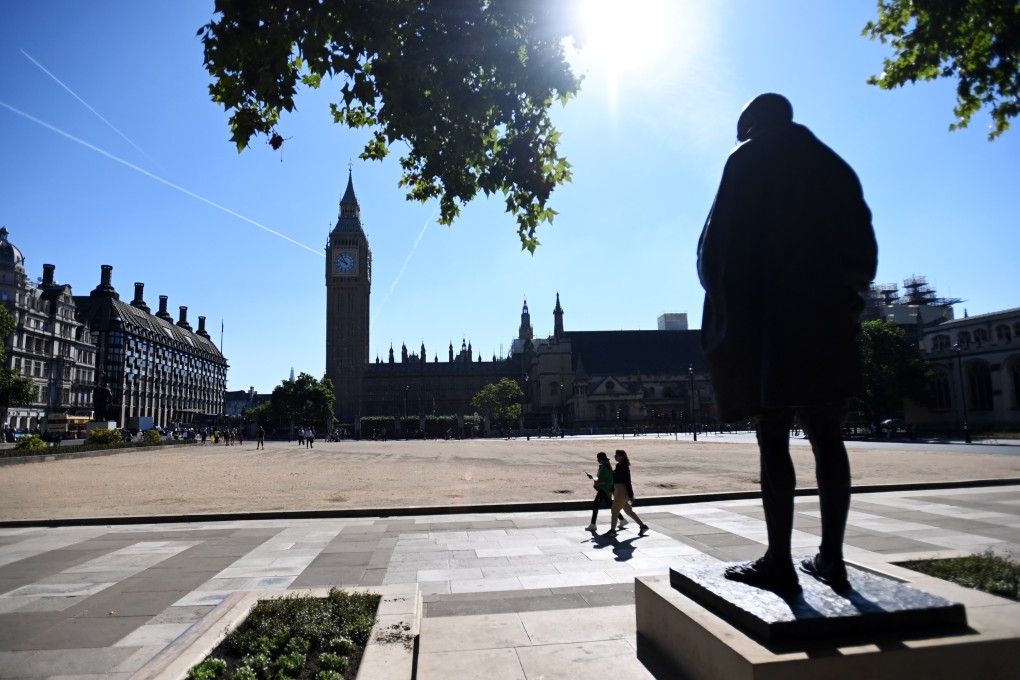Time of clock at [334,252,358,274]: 9:54
